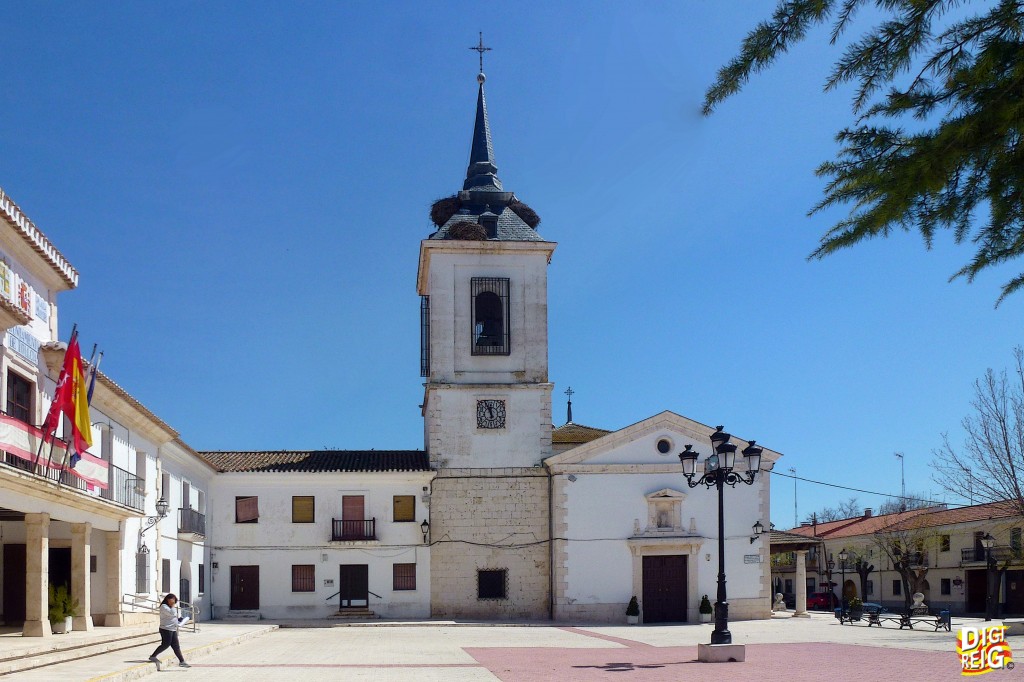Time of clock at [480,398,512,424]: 11:57
